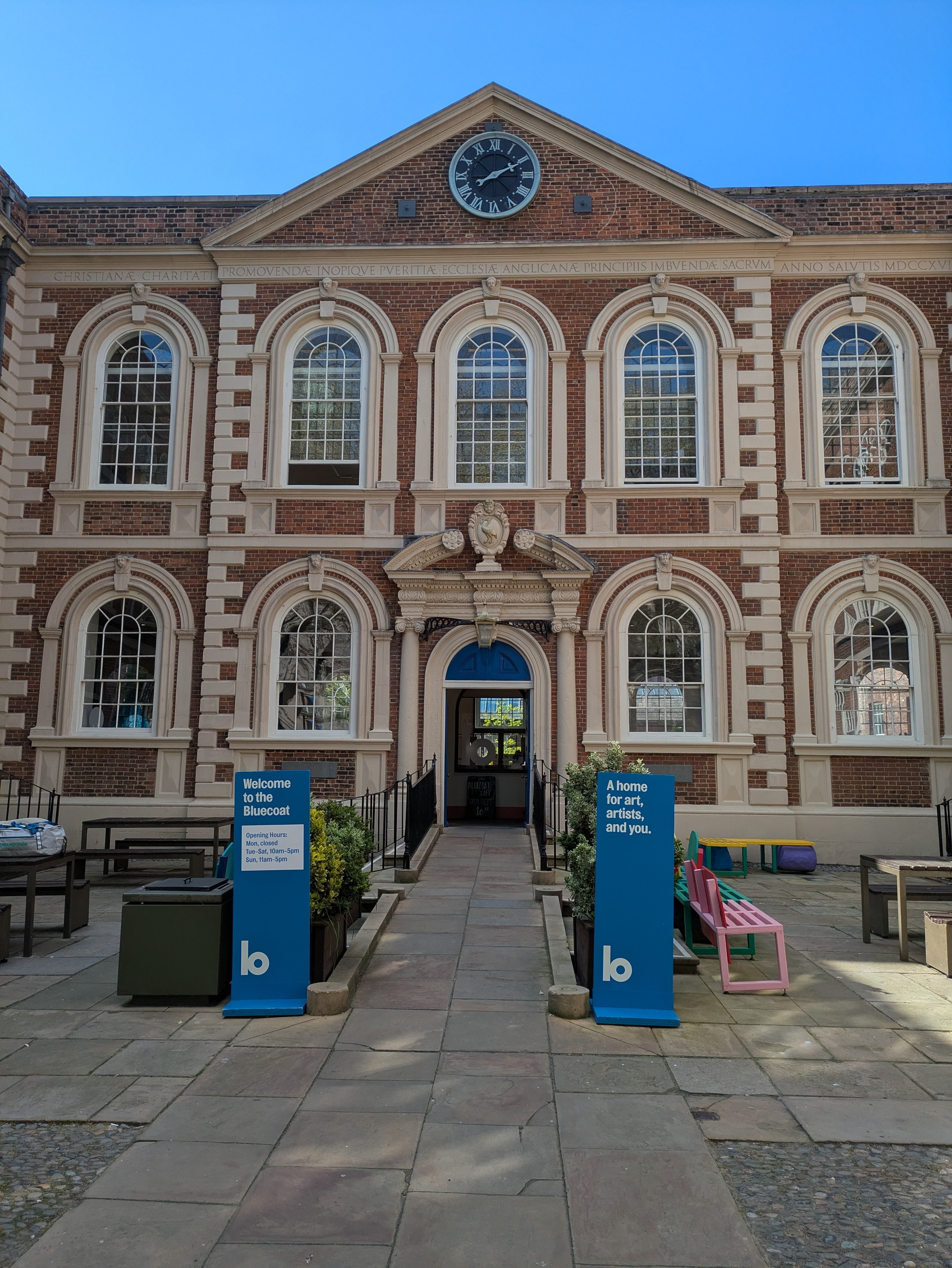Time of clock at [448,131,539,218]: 2:10
